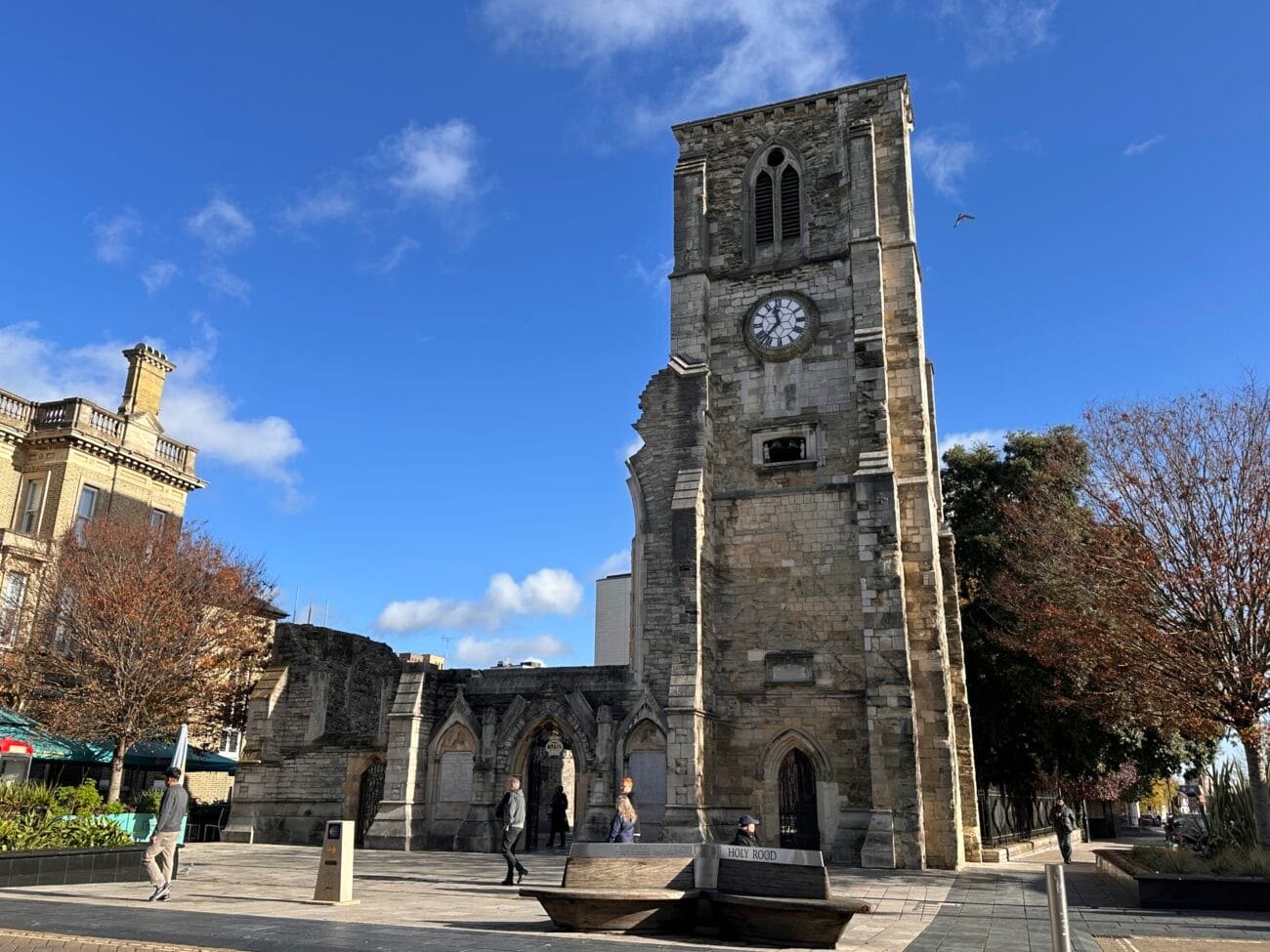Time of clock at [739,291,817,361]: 11:36
